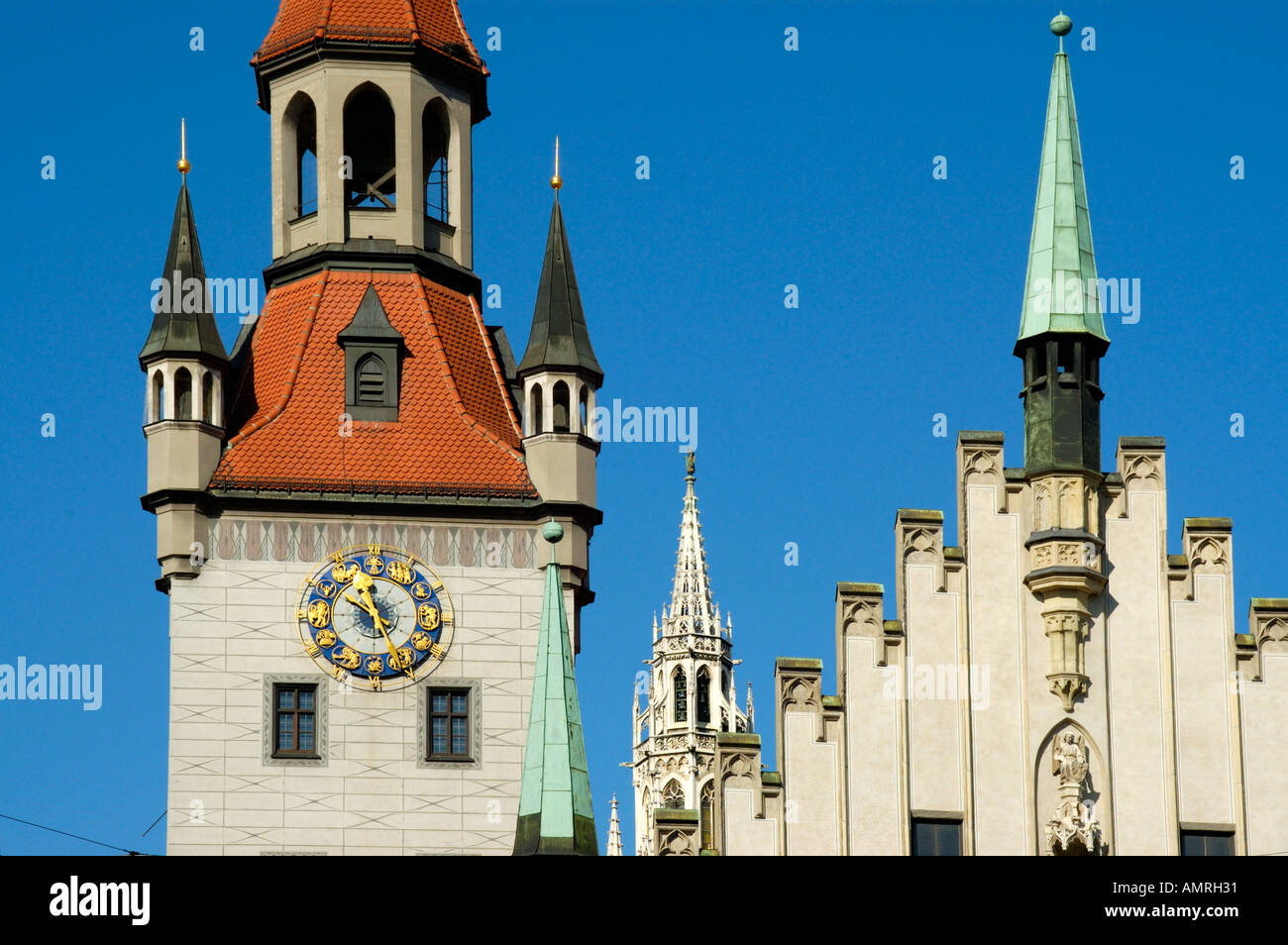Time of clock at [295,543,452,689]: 9:57
